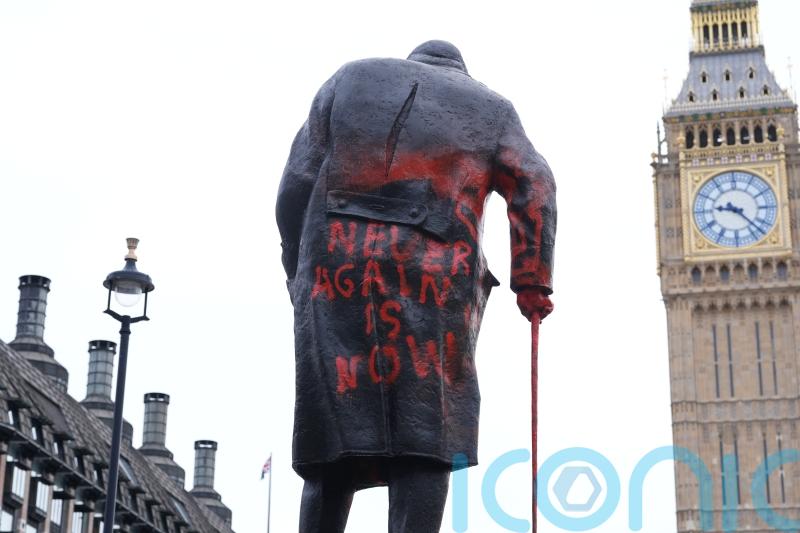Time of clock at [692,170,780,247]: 9:22
